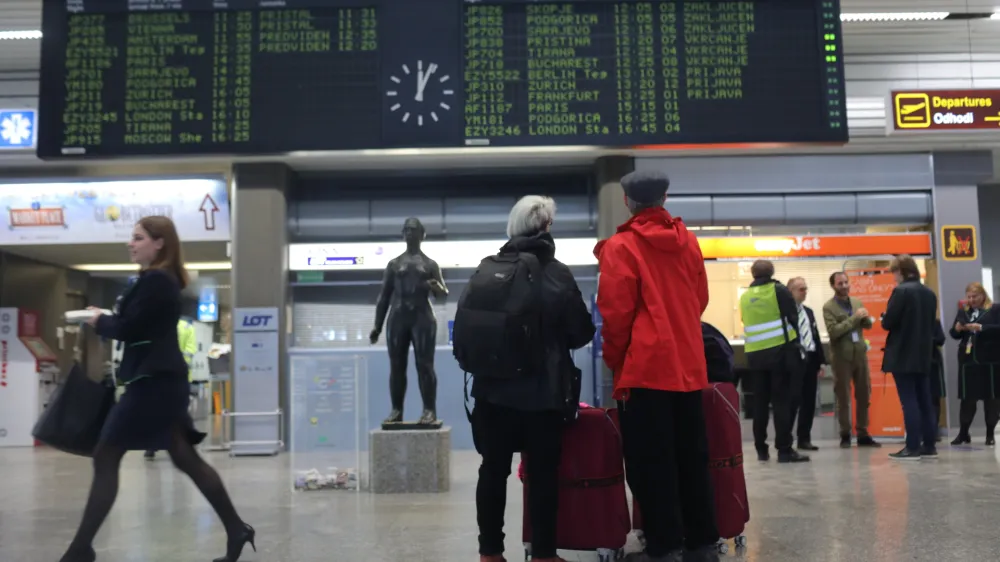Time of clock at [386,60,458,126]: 12:04
